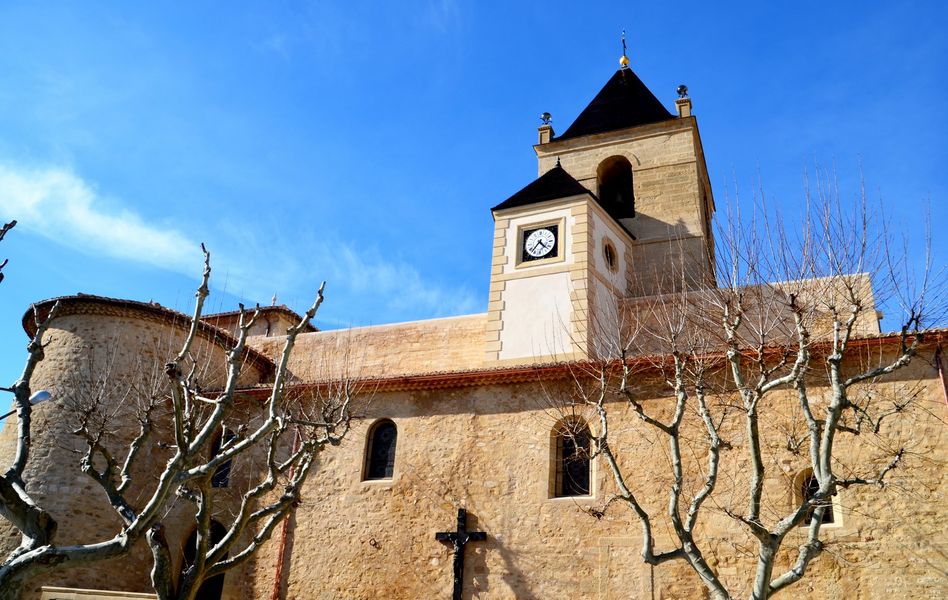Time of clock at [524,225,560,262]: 4:36
